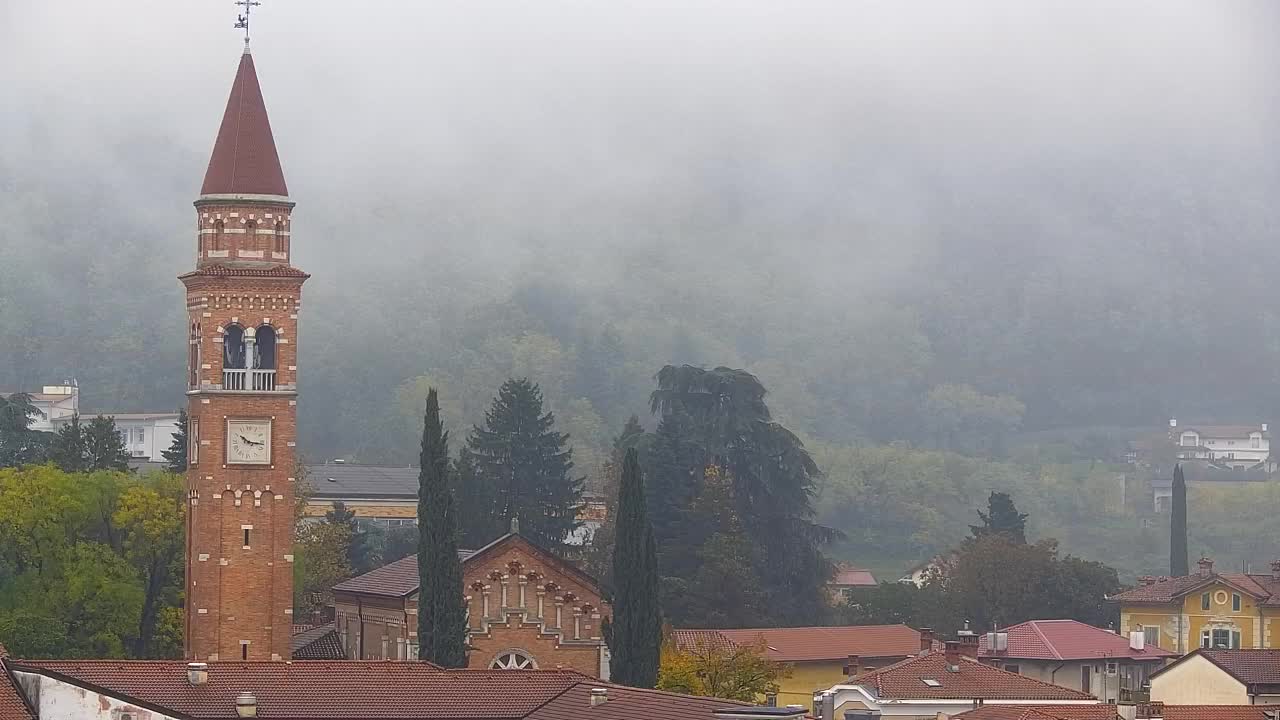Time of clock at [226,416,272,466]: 10:16
